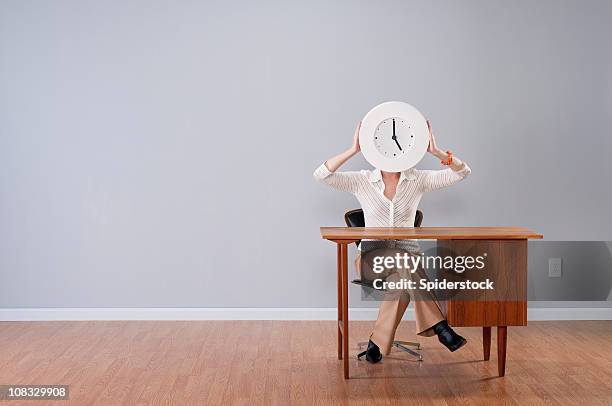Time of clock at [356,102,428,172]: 5:00
